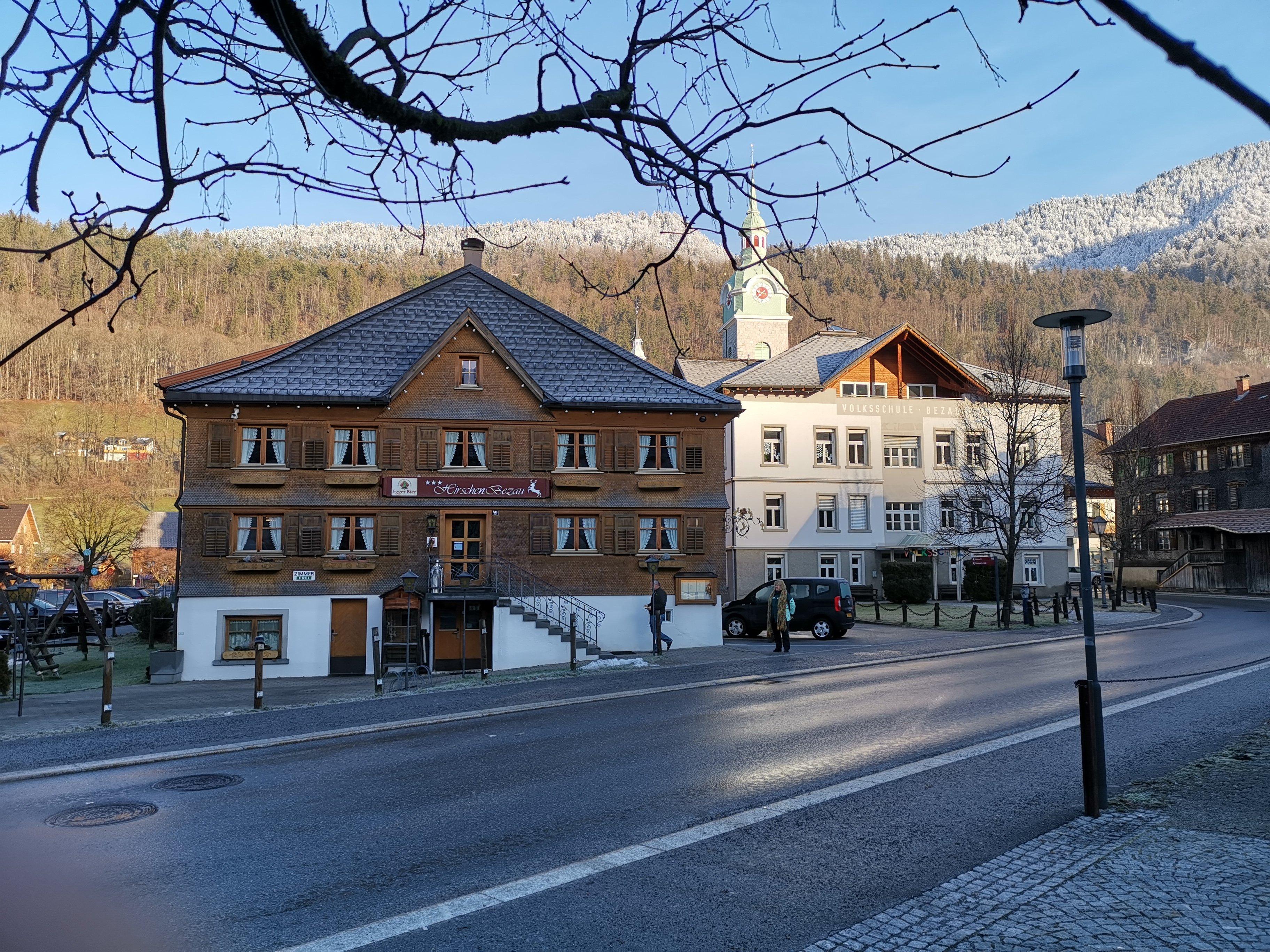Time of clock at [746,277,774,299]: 8:38
